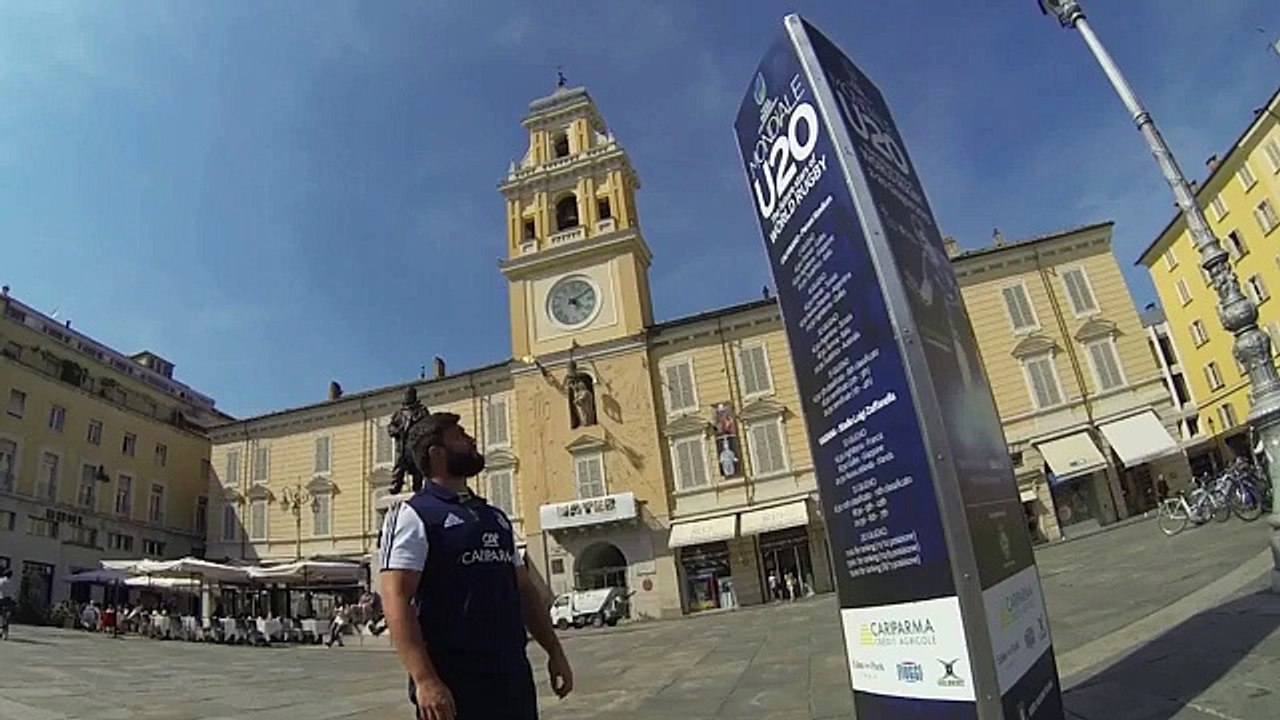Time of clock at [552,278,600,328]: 4:09
